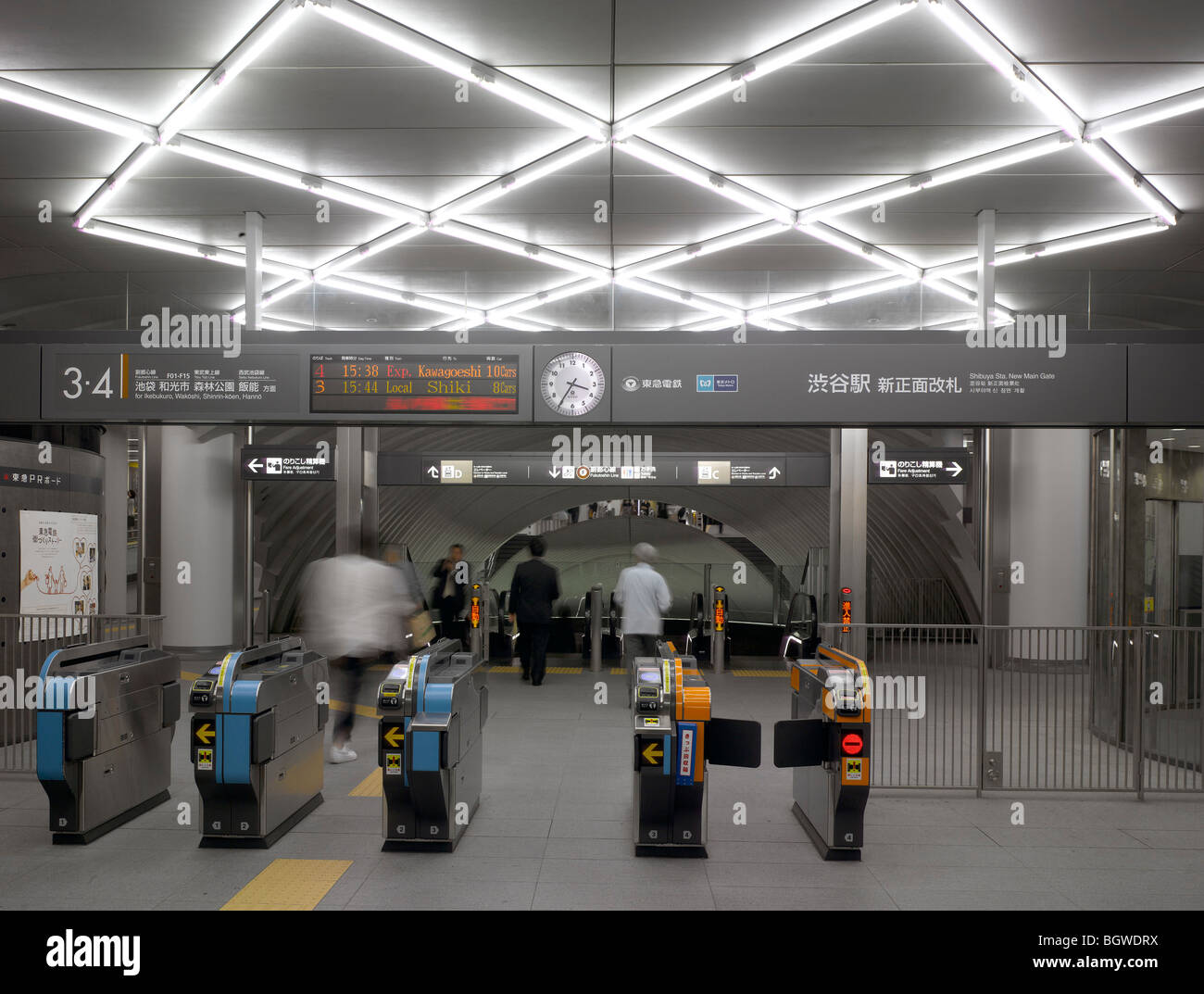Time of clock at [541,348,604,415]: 3:35
